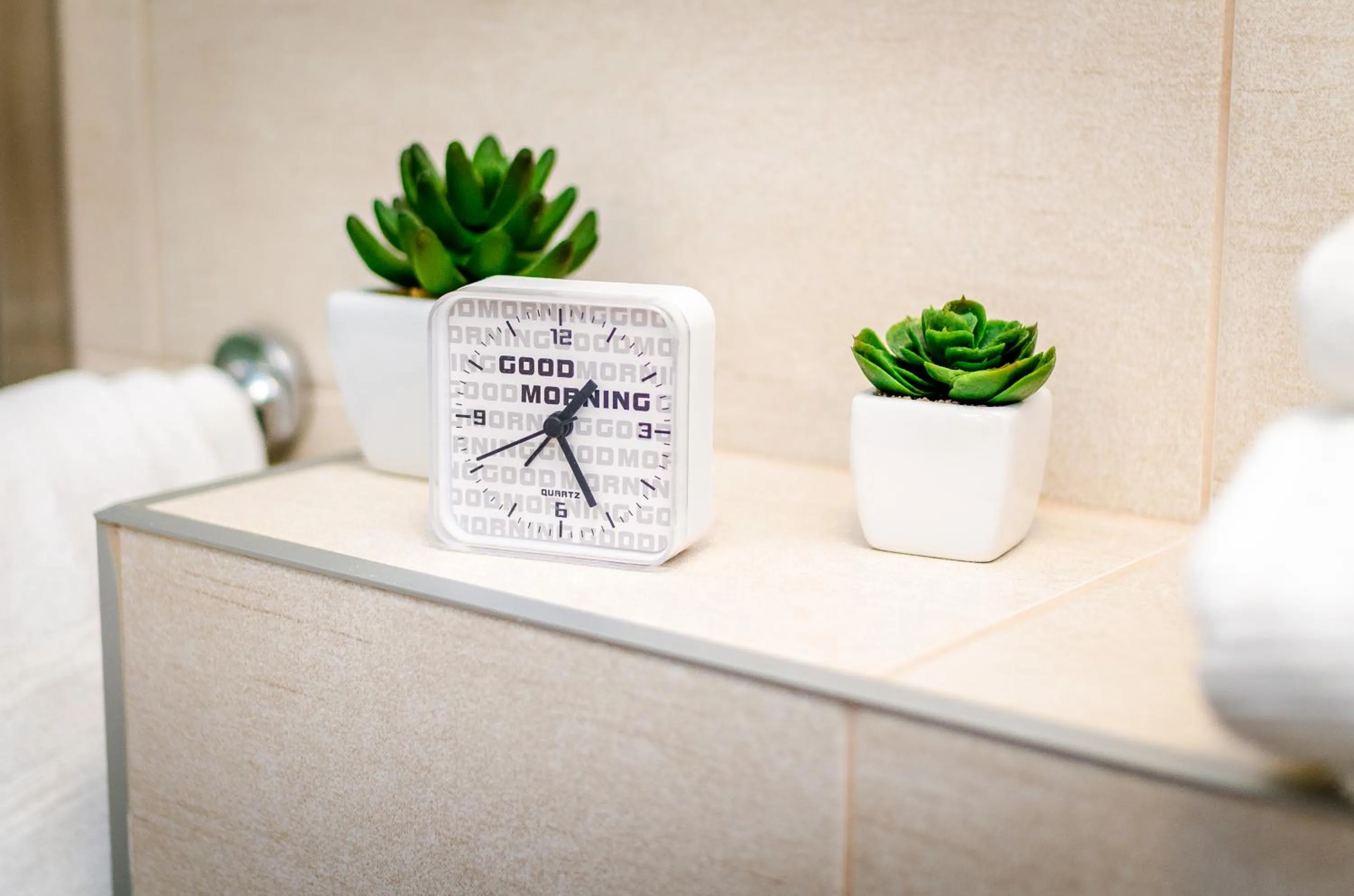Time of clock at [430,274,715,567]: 1:25
